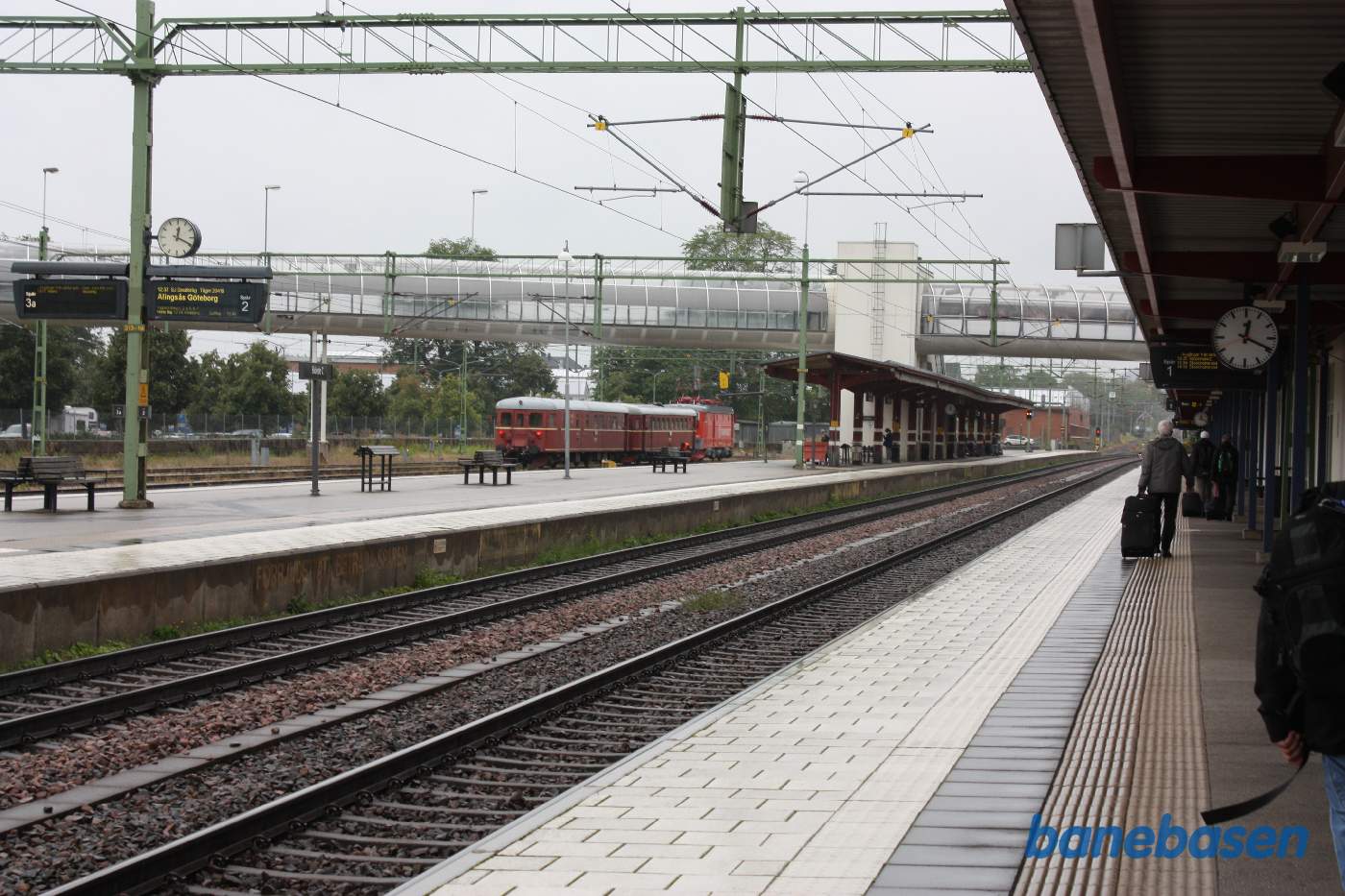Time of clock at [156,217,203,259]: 12:19
